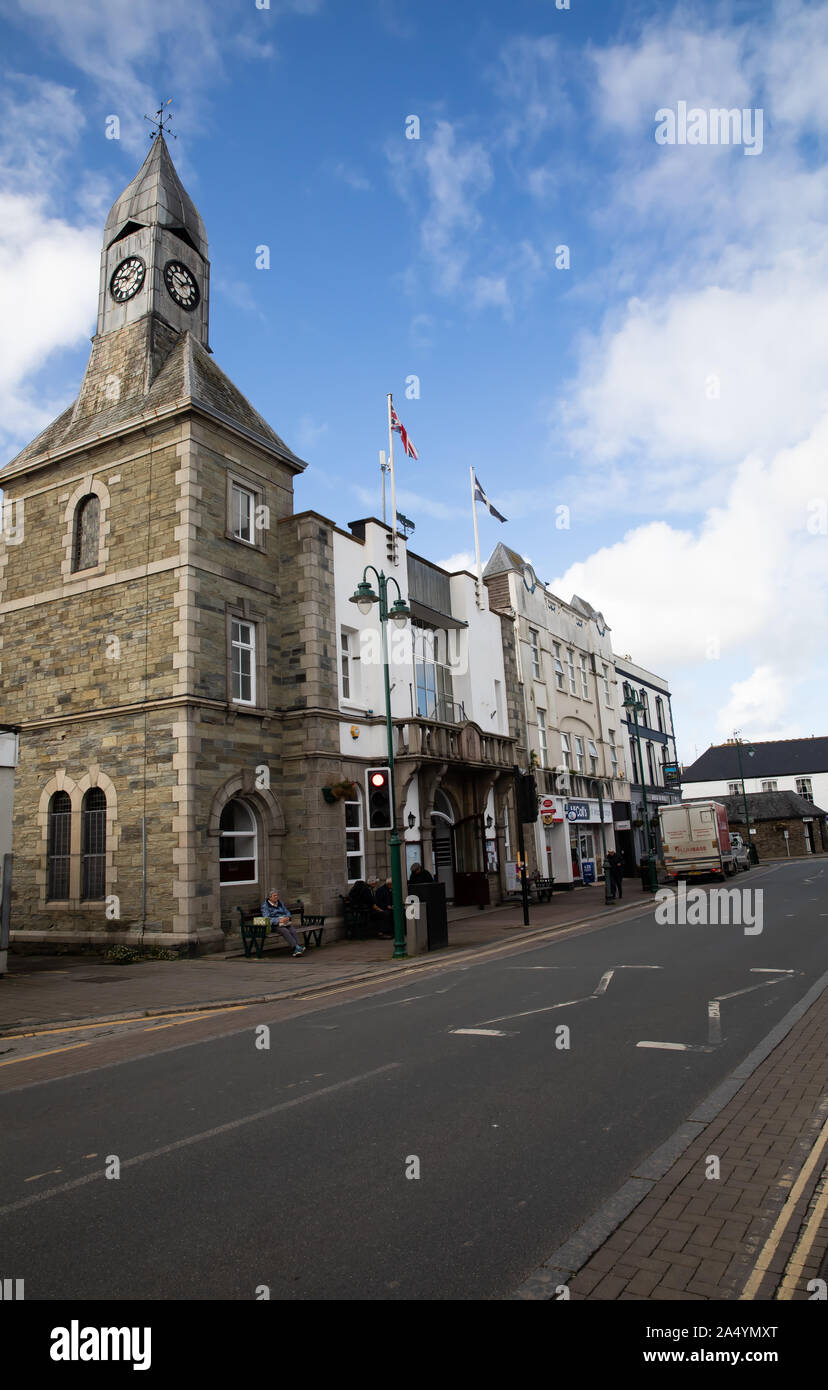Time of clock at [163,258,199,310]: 1:50
